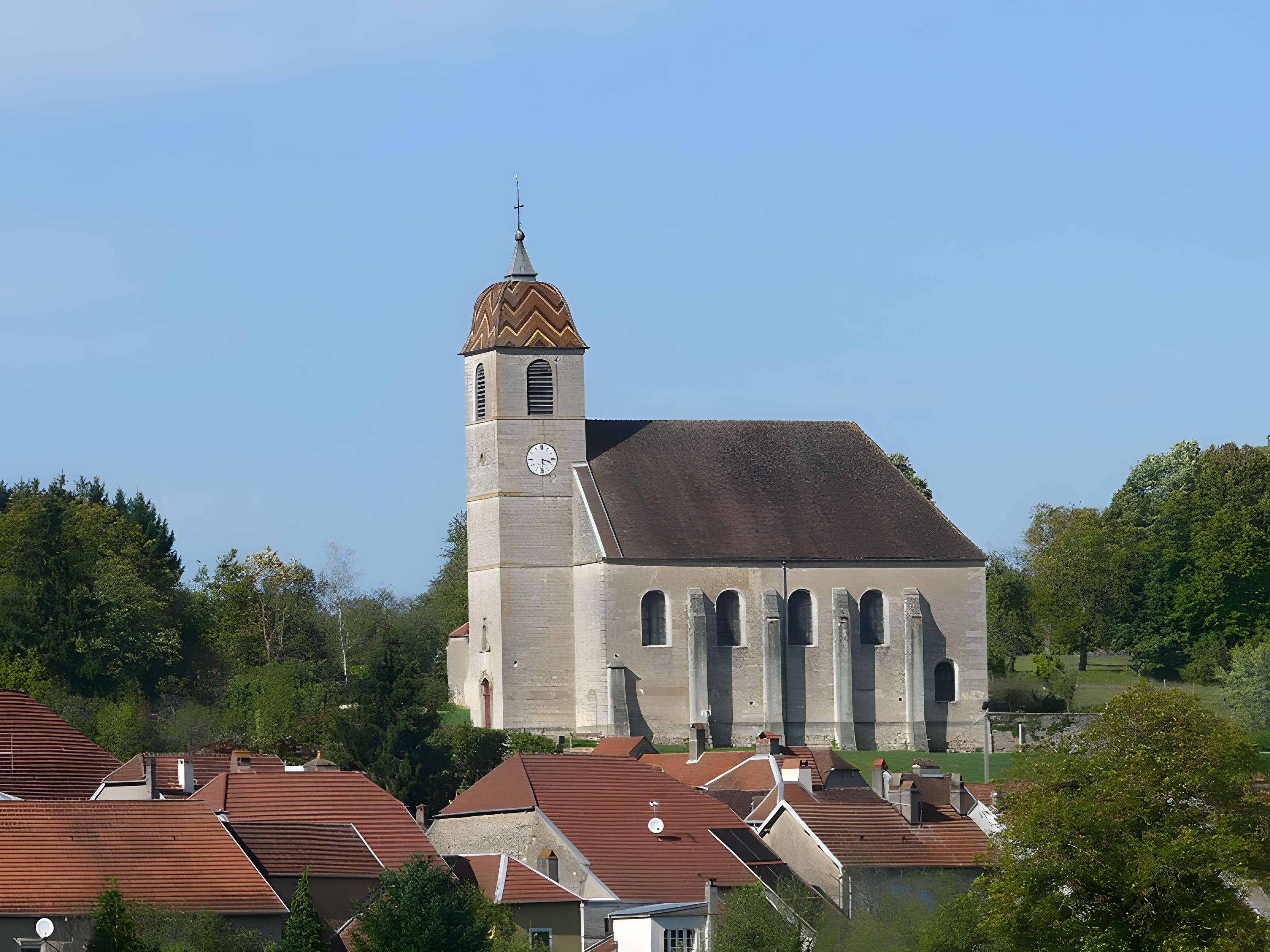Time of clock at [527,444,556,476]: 3:29
